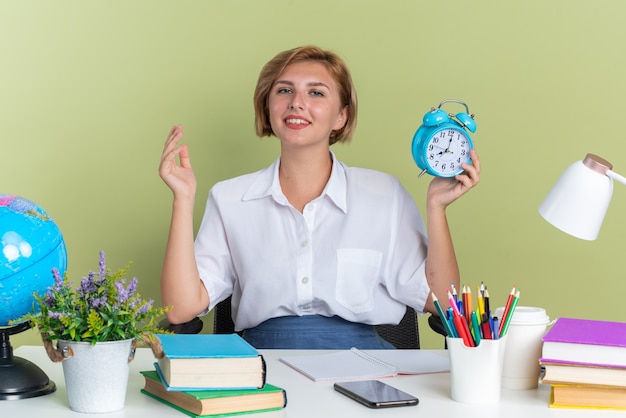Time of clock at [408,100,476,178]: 8:01
